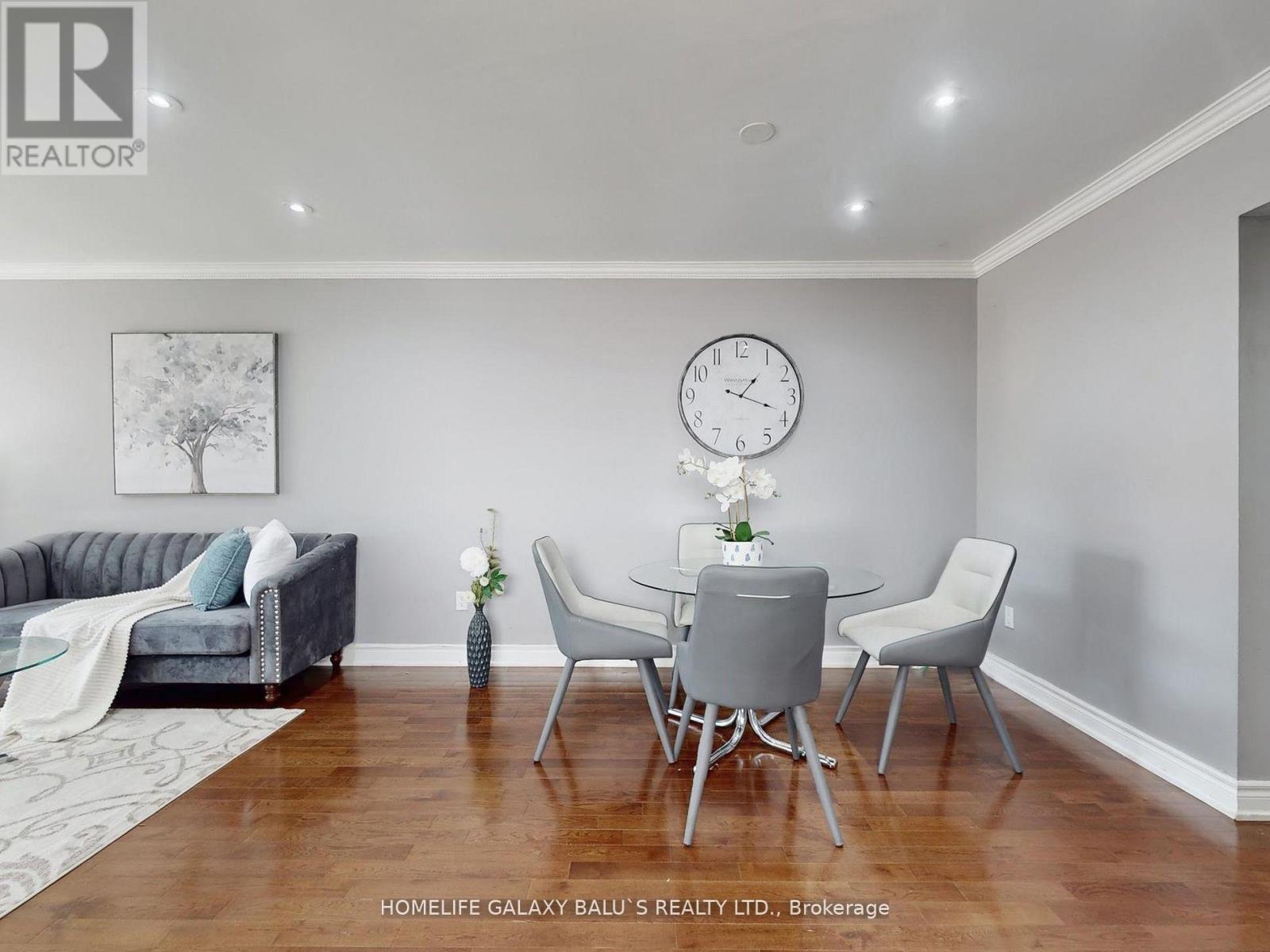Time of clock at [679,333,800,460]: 1:18
